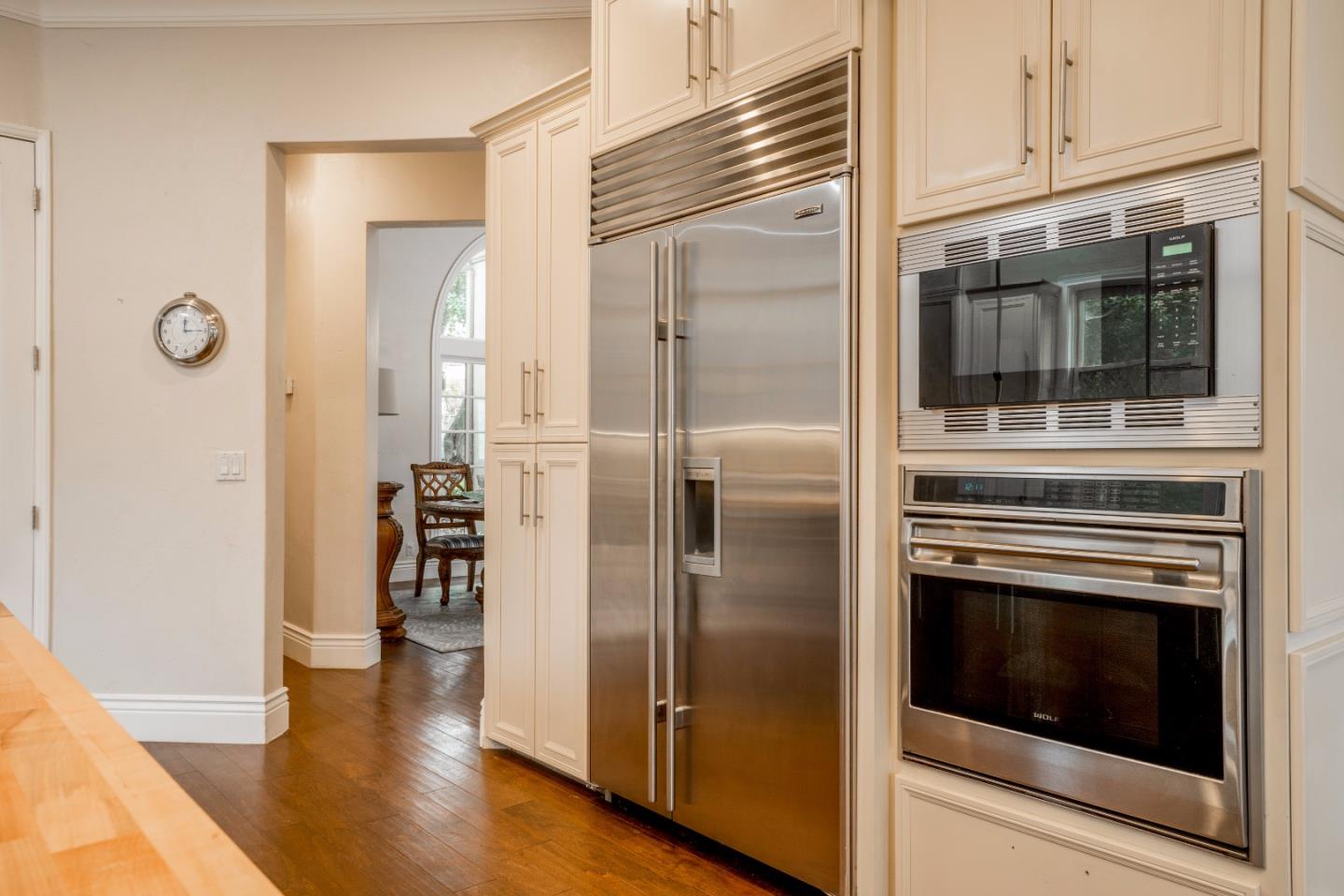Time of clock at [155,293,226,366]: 12:15
